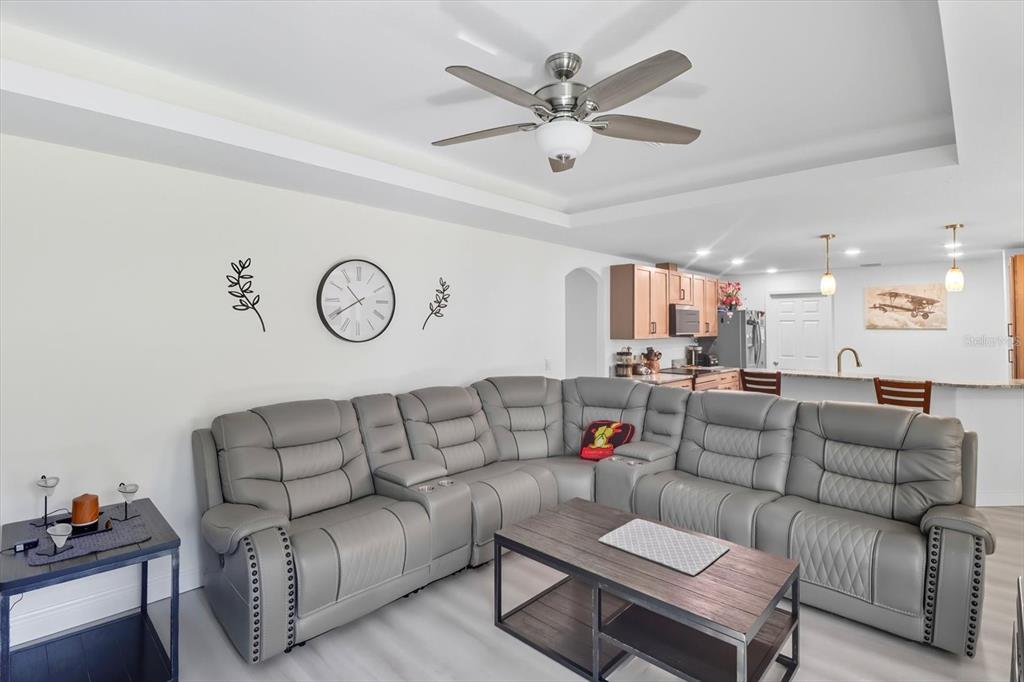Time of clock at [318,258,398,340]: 10:39
